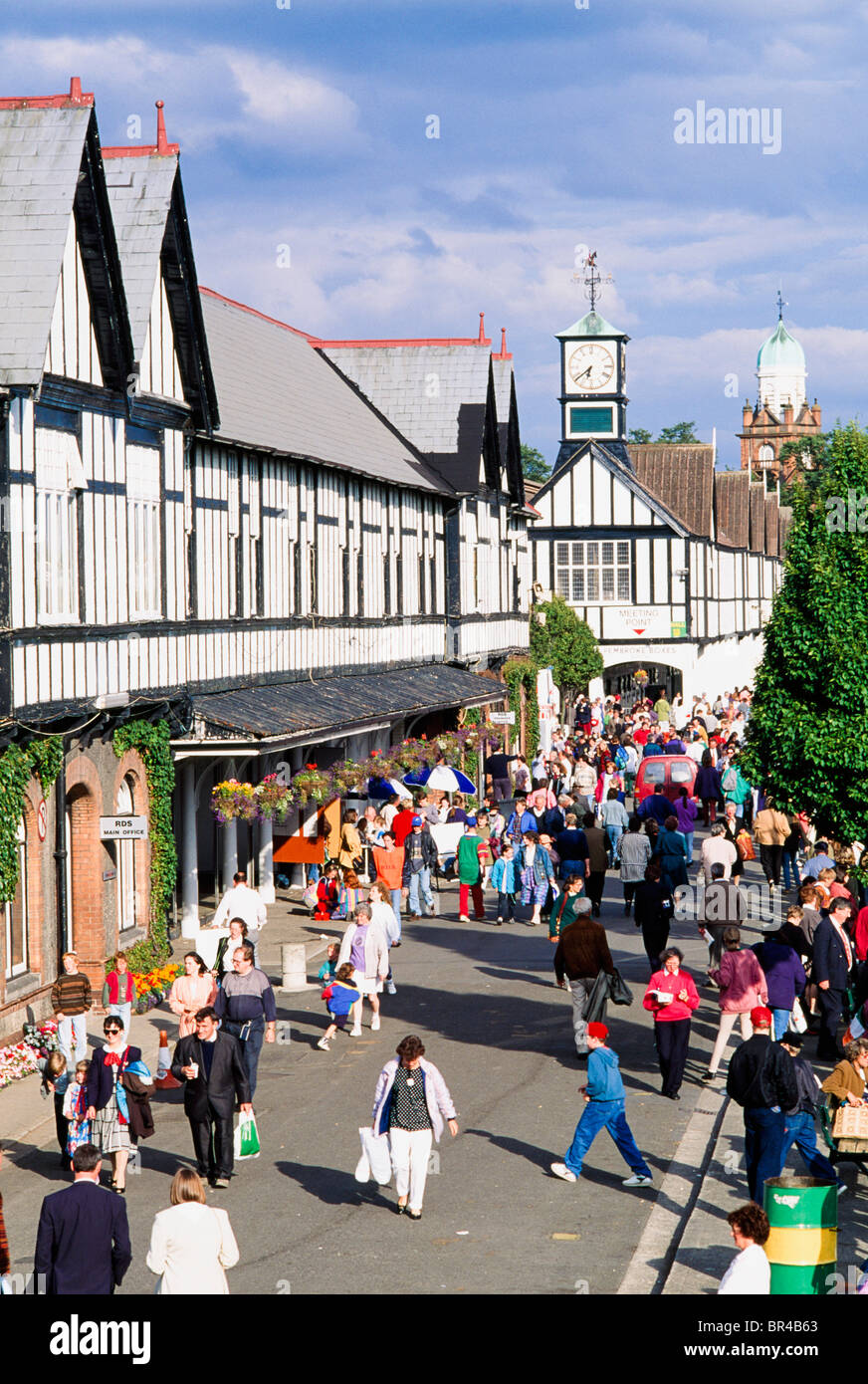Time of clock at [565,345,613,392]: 6:38
